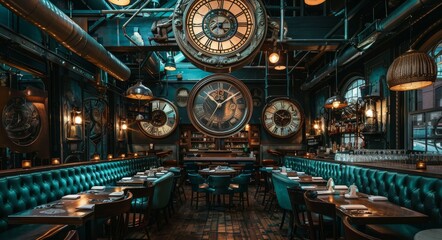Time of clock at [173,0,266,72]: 4:09
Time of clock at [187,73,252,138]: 10:09
